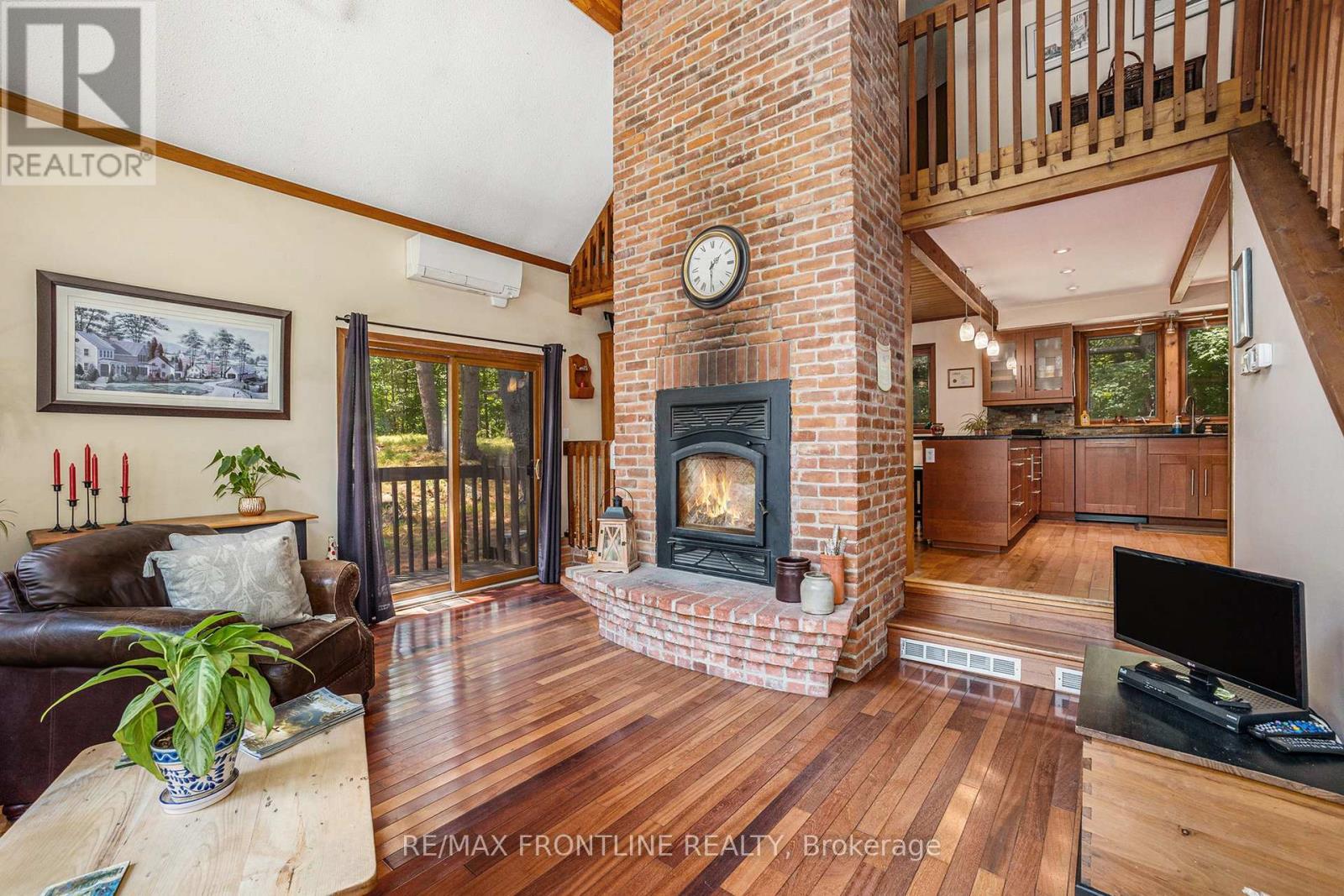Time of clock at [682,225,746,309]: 1:30
